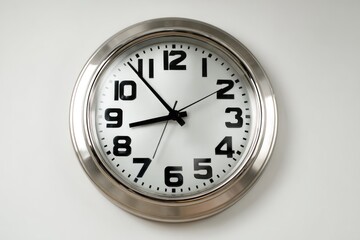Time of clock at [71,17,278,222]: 8:53
